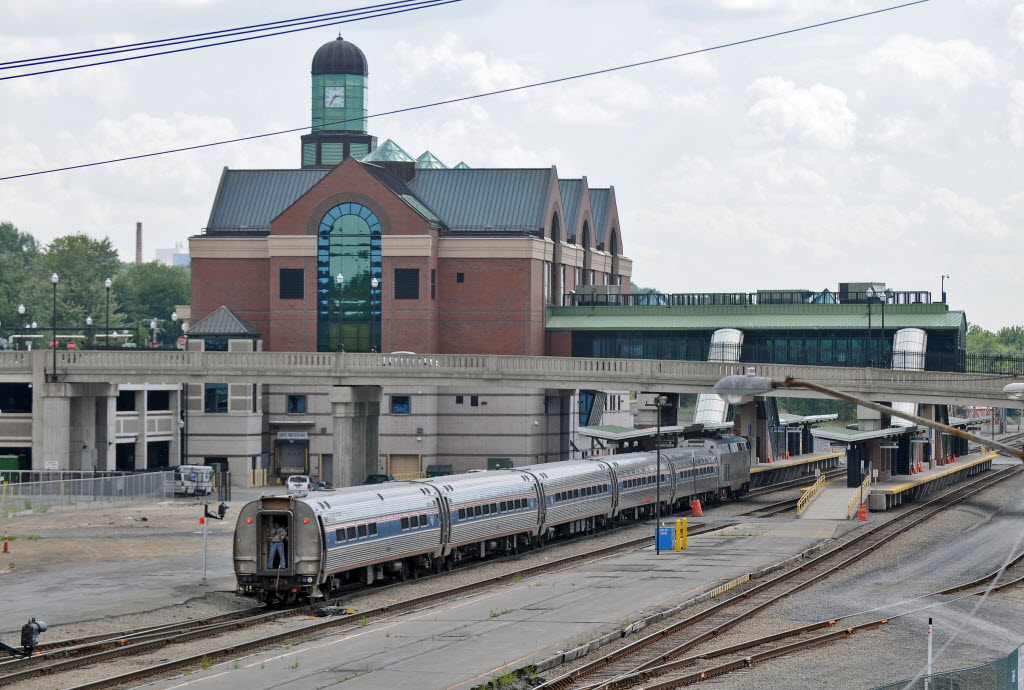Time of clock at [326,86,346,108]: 2:36
